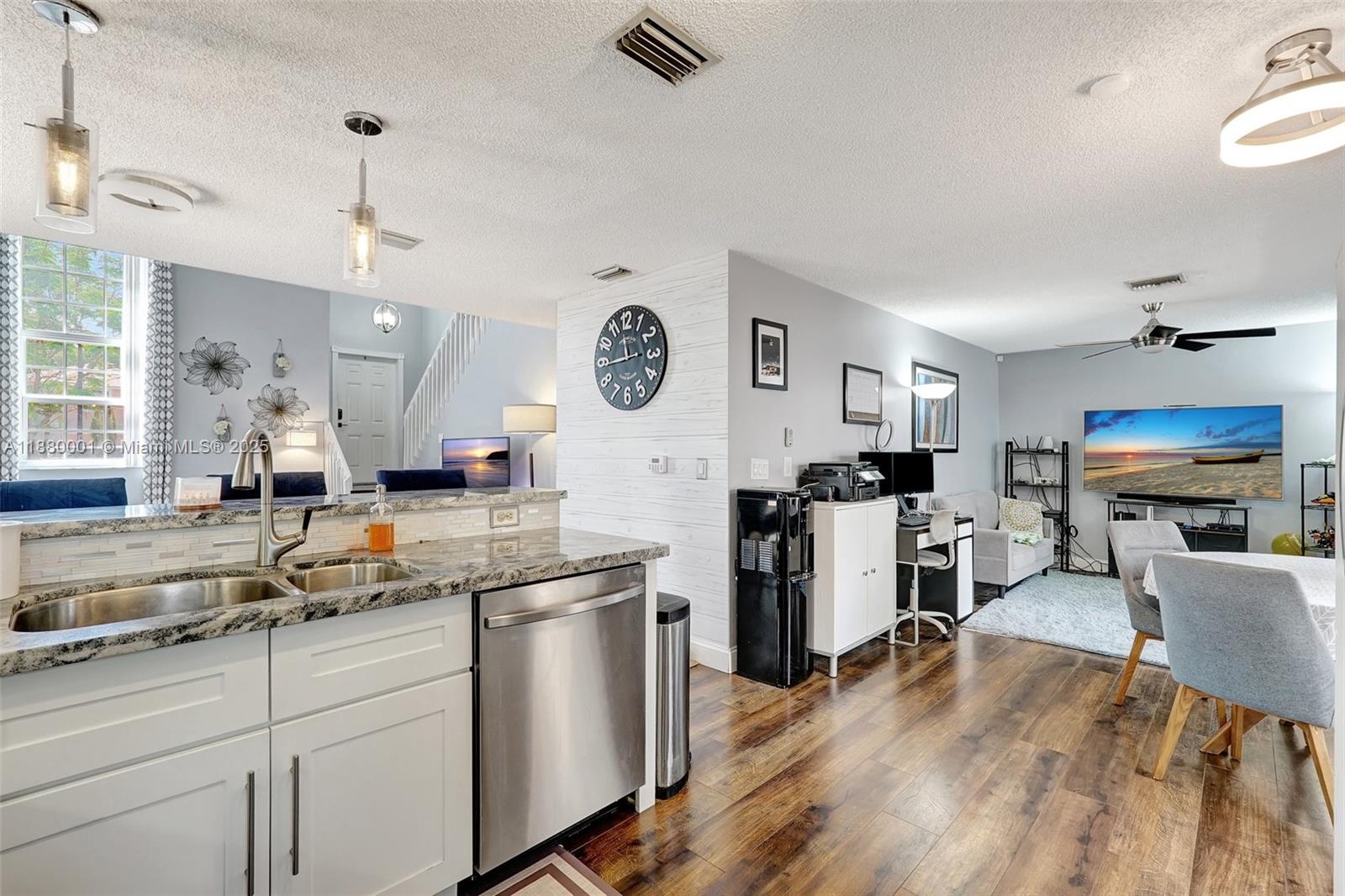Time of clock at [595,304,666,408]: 11:44
